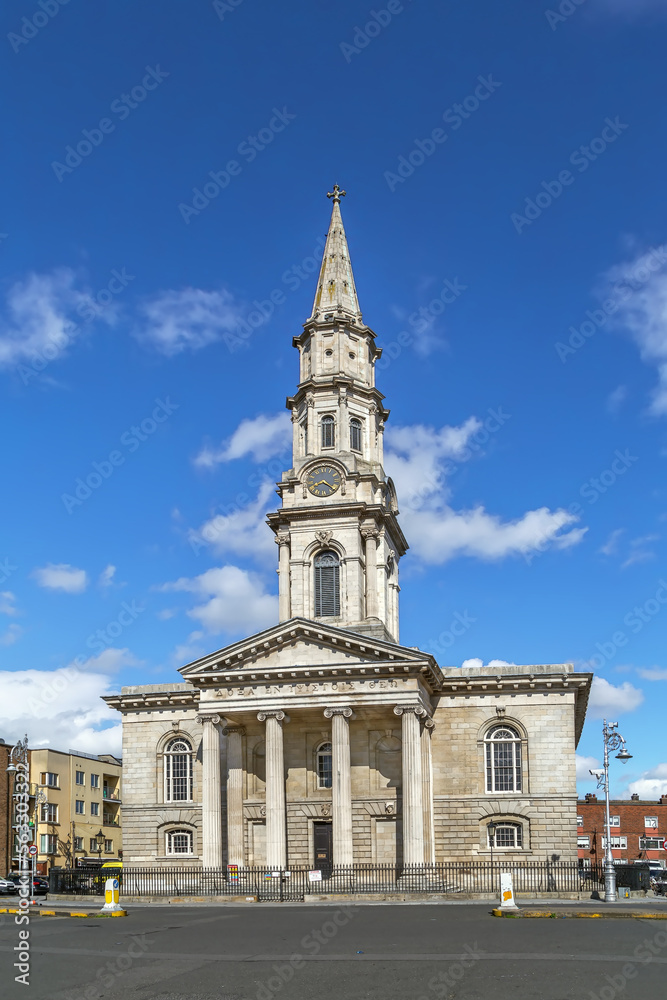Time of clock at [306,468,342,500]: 8:21
